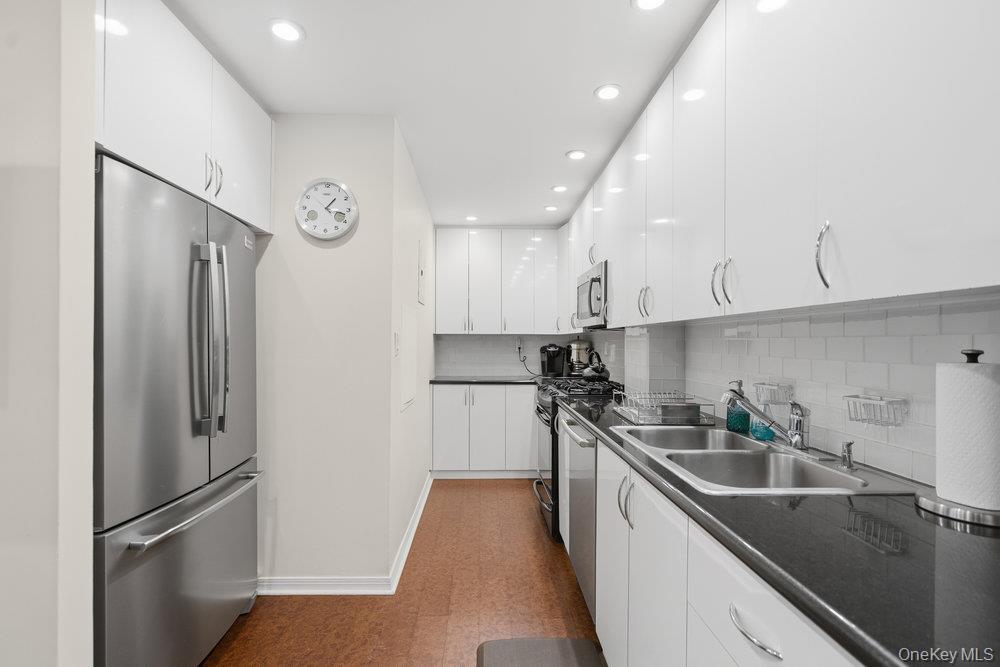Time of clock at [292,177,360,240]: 1:17
